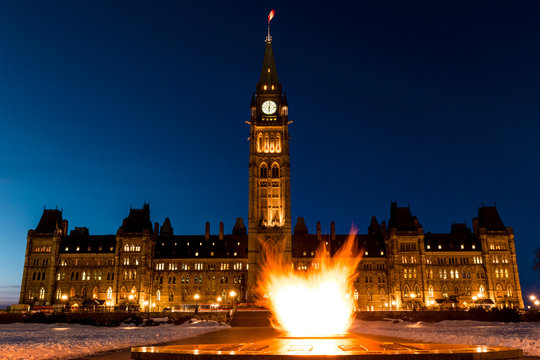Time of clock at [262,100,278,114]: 6:01
